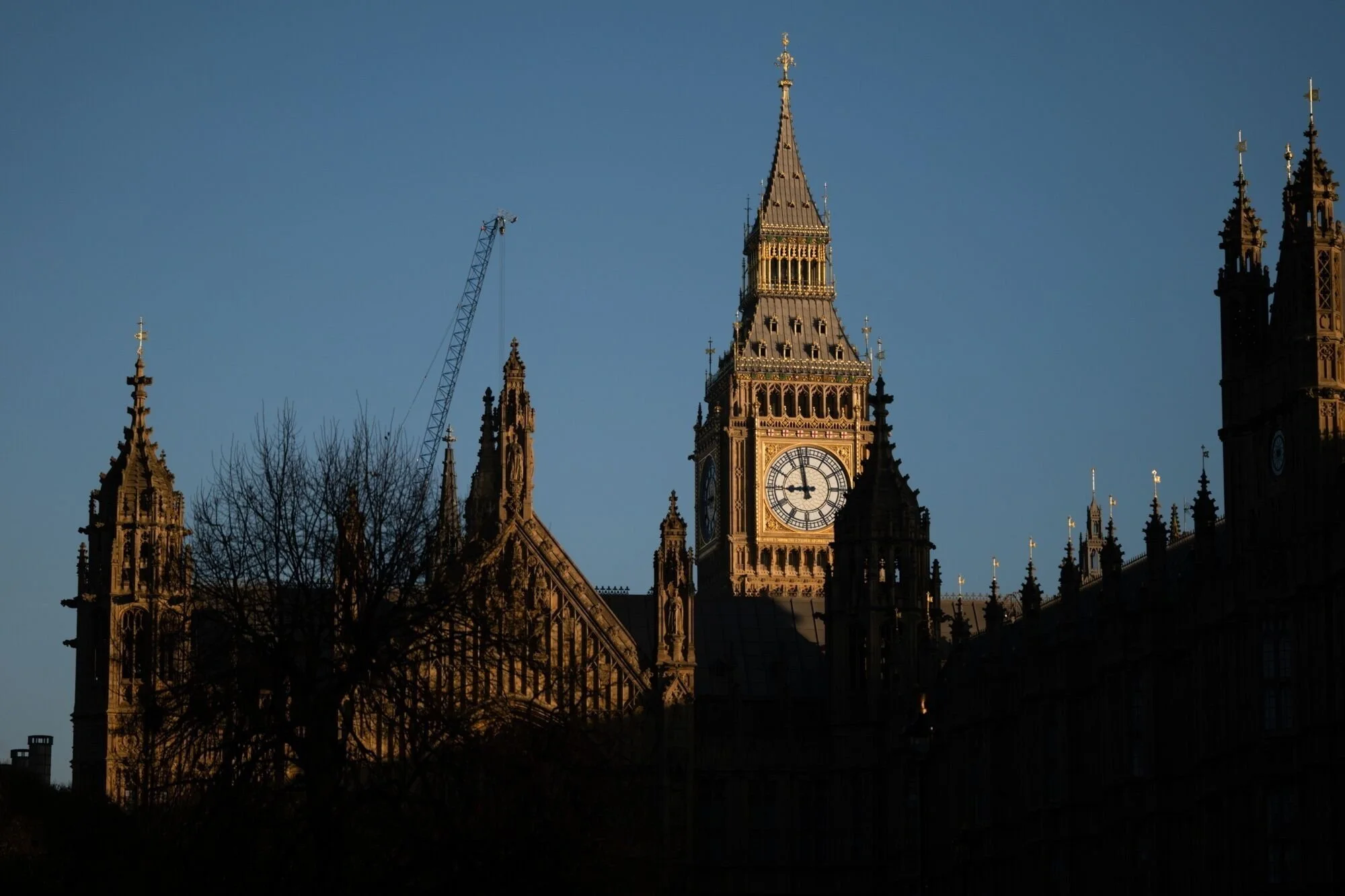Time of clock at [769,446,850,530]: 8:57
